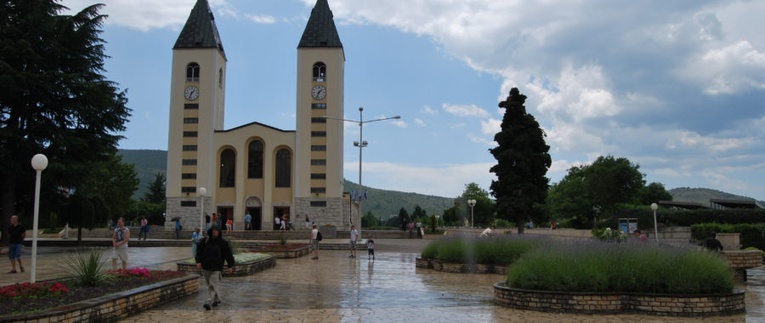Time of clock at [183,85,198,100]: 1:33
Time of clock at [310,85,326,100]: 1:33
